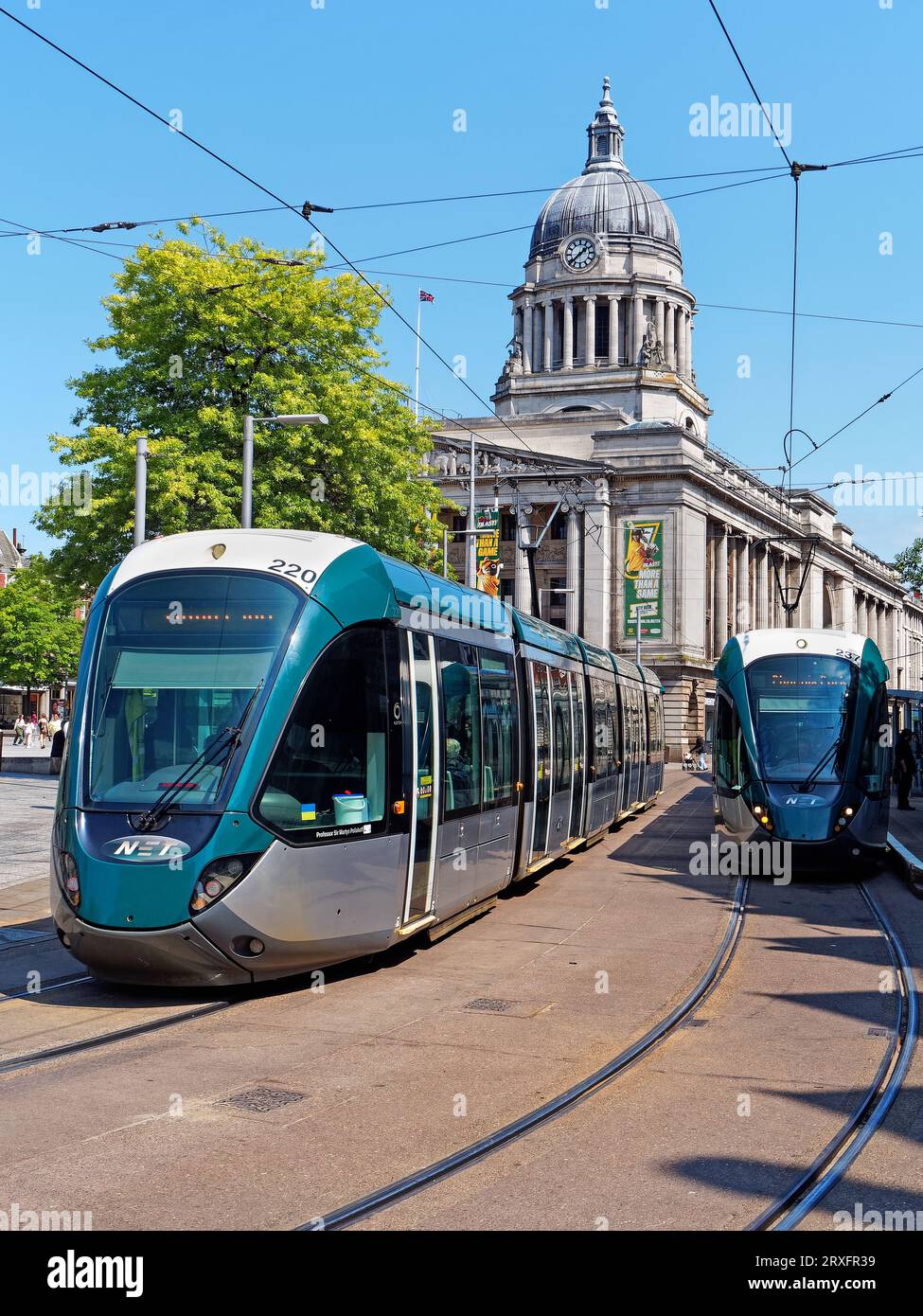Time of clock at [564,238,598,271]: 1:37
